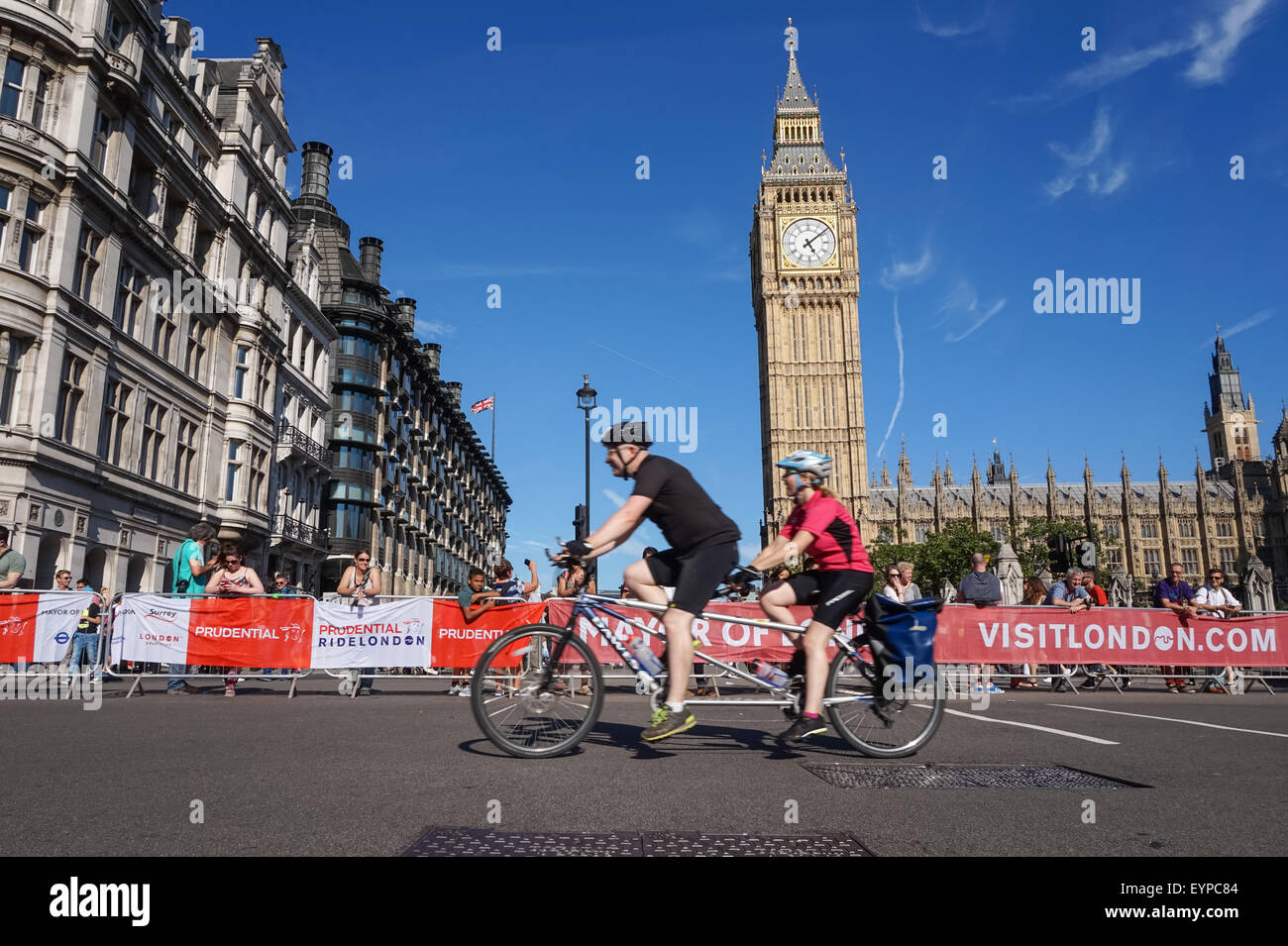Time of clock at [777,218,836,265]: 5:08
